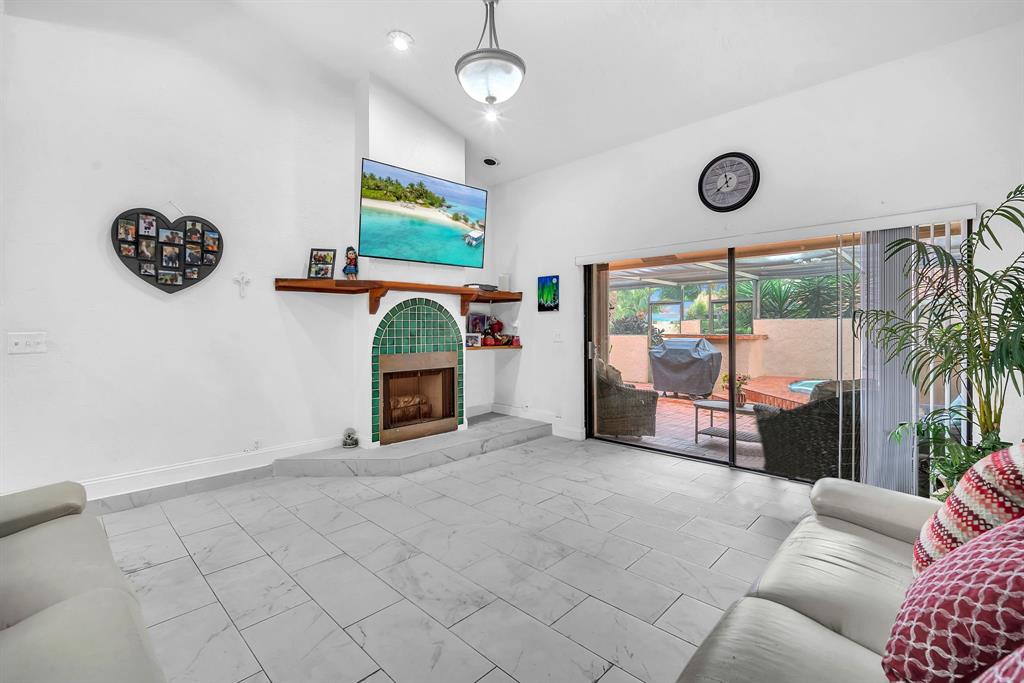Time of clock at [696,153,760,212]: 11:37
